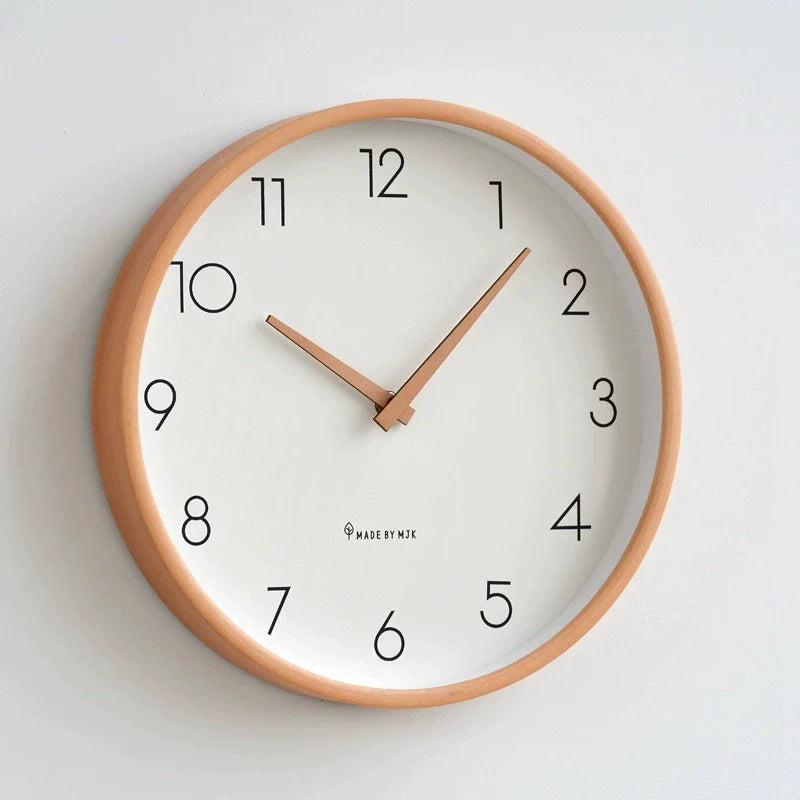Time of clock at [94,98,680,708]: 10:07
